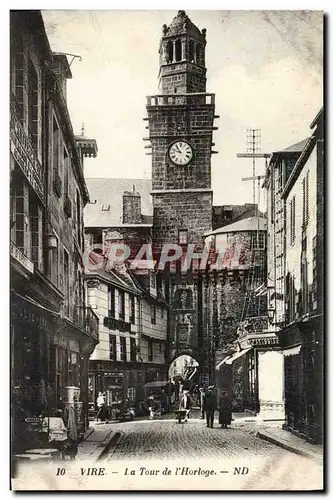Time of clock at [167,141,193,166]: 10:48
